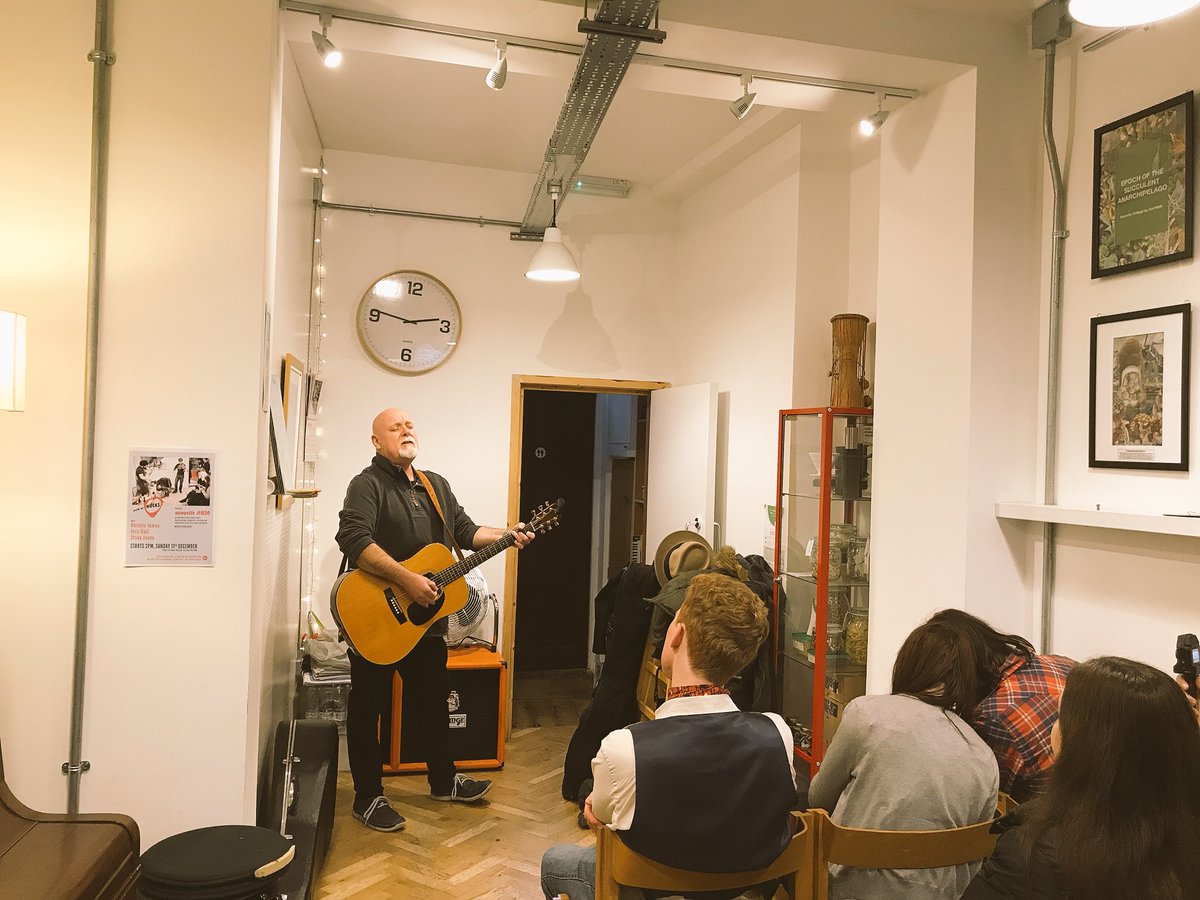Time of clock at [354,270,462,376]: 2:46
